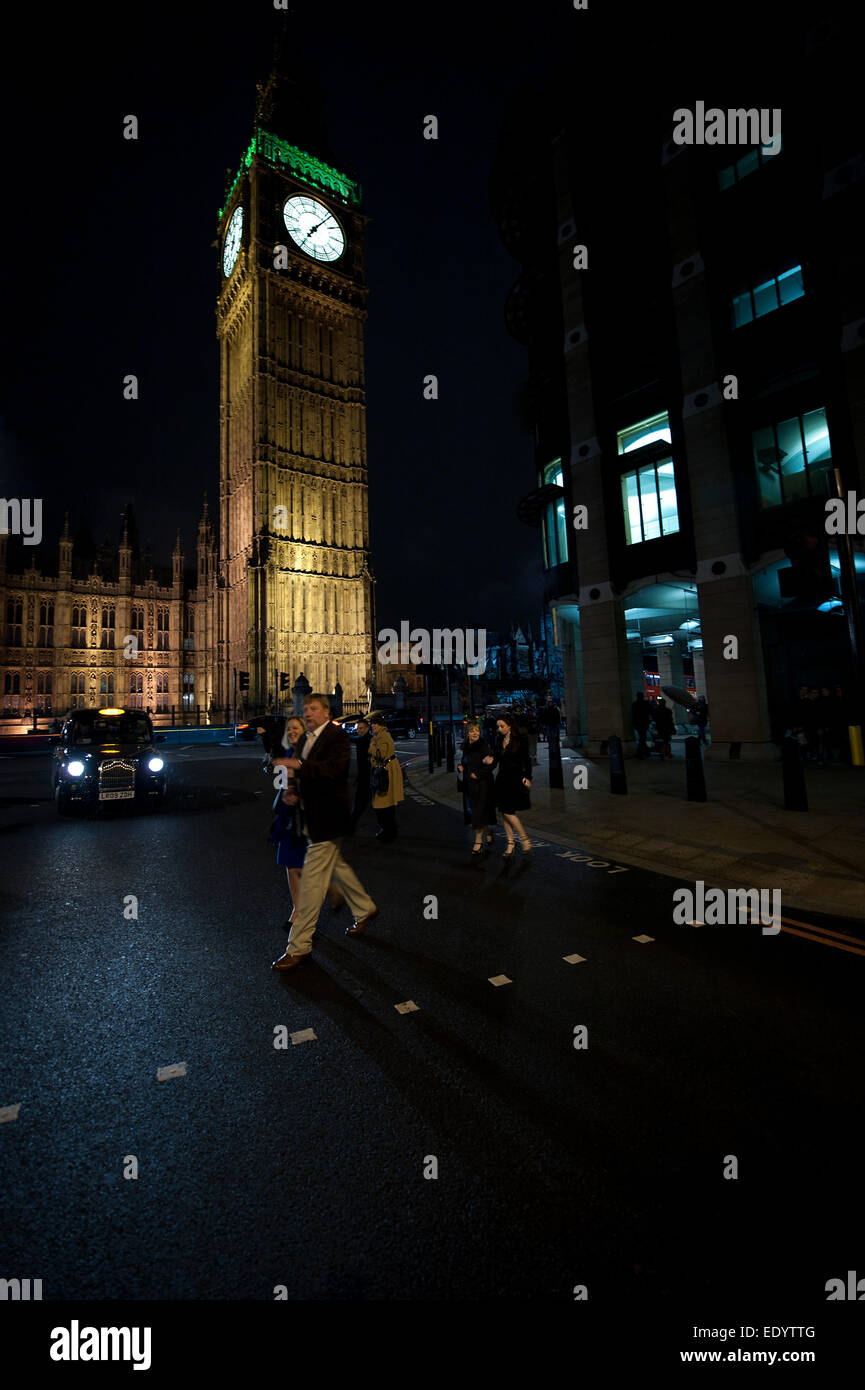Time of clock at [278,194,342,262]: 7:06
